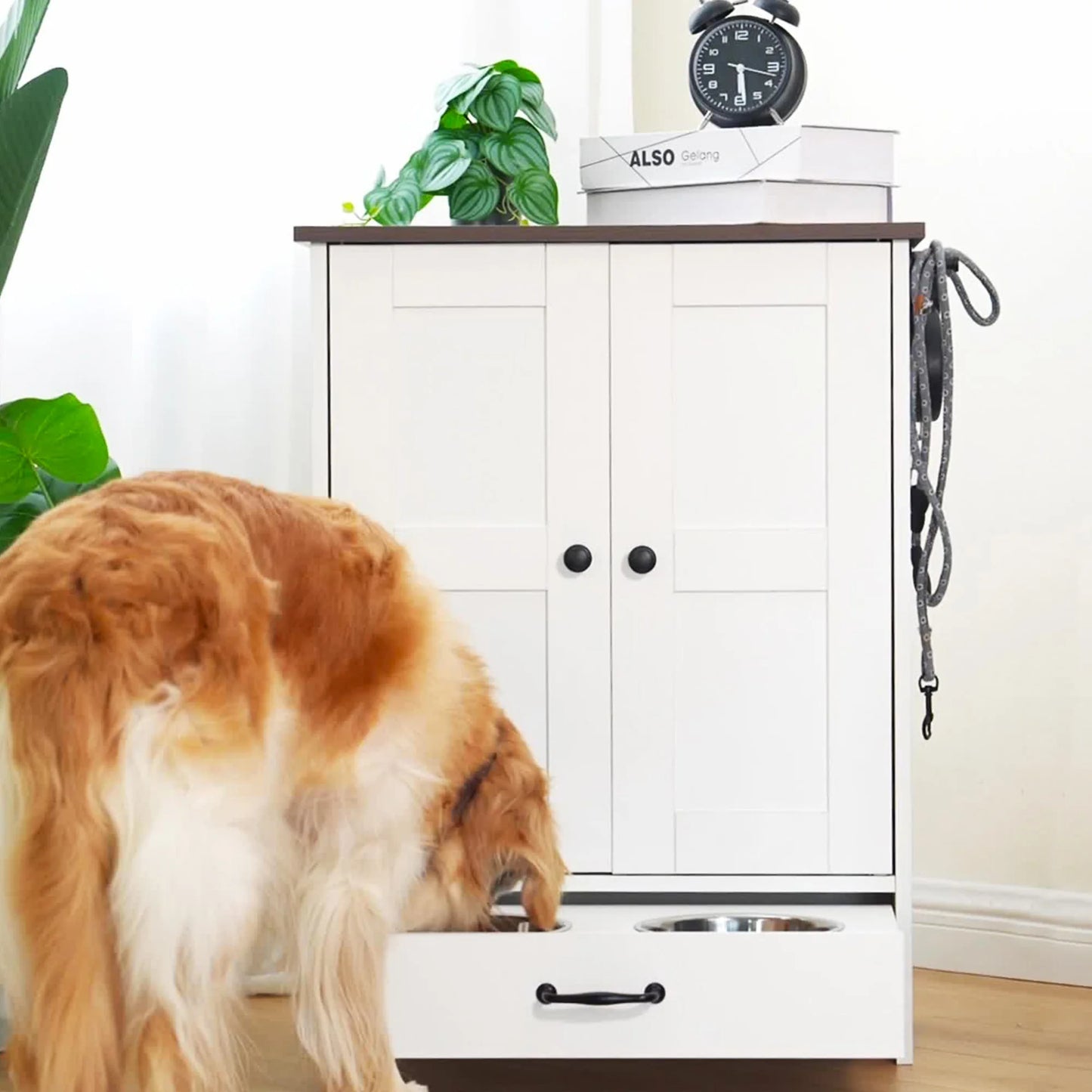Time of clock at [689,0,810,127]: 3:29
